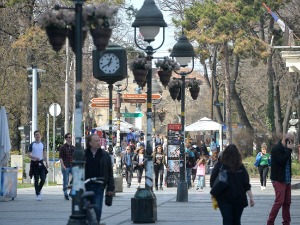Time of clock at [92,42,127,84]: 12:40
